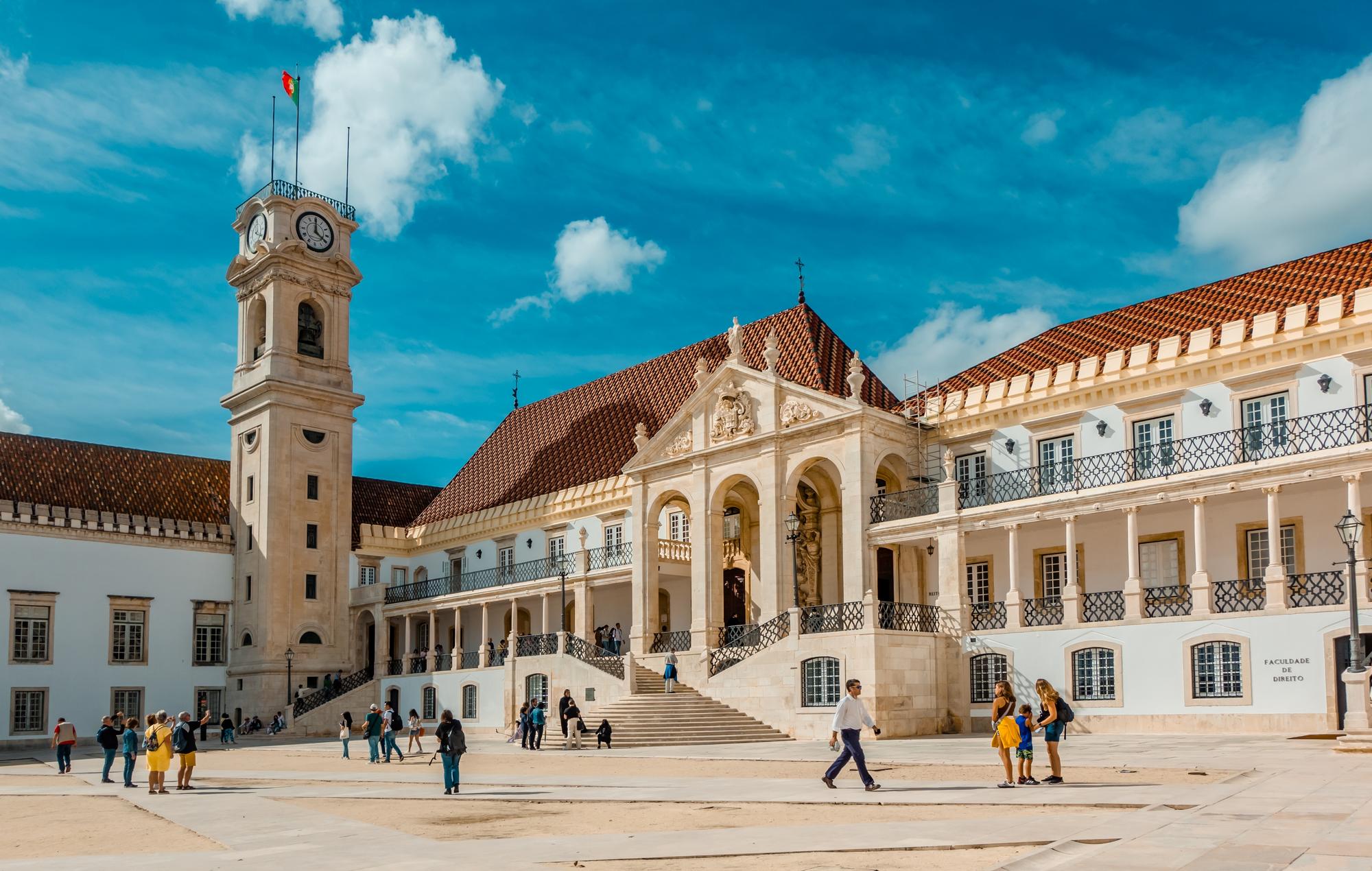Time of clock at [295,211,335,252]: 3:59
